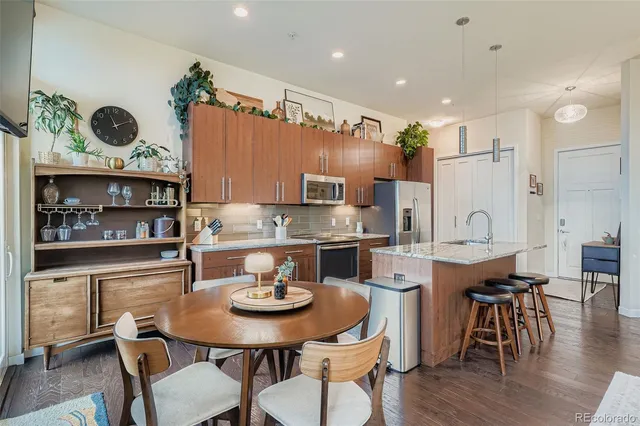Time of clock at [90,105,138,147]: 11:09
